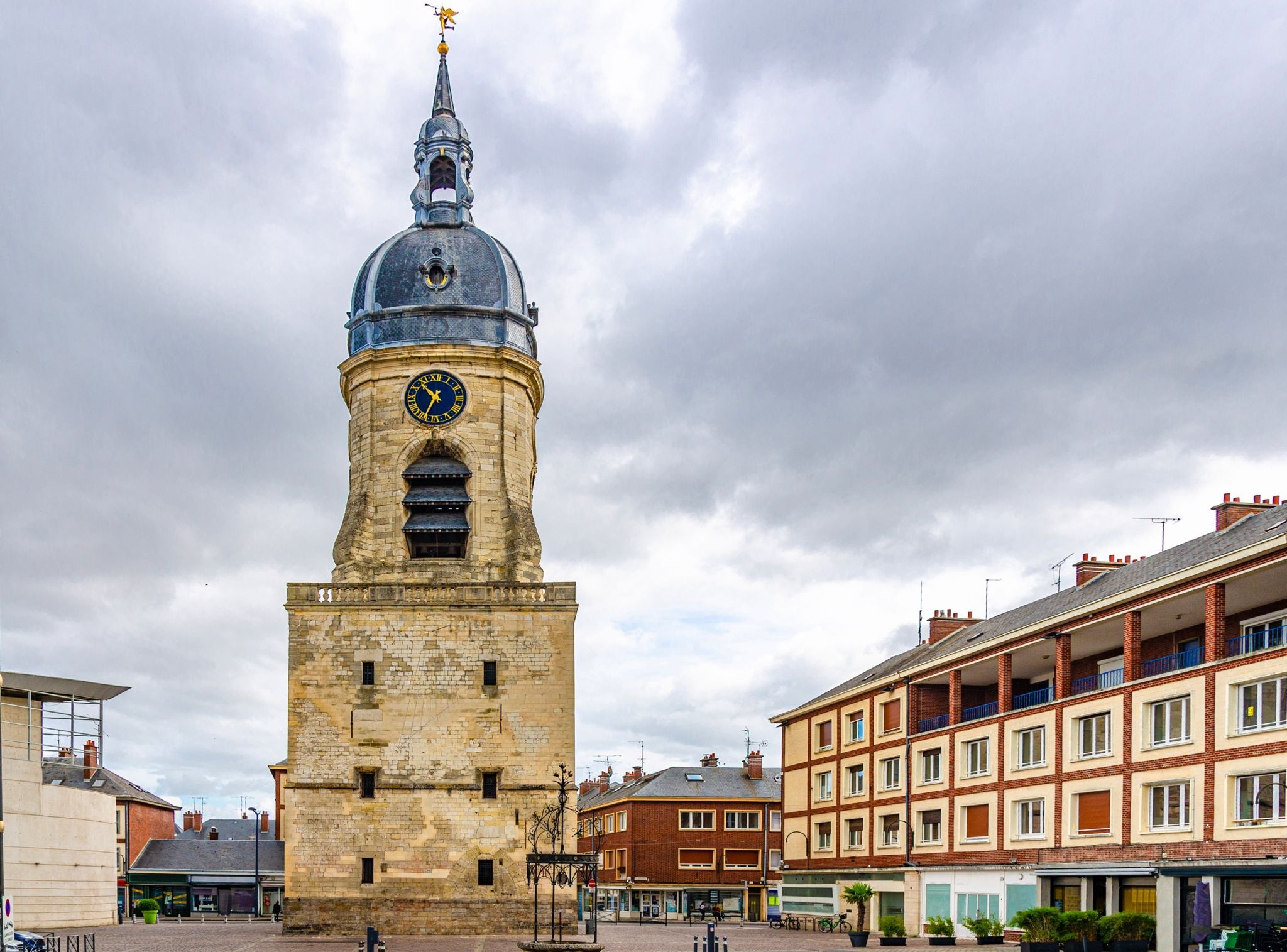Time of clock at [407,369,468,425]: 10:34
